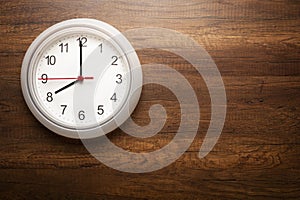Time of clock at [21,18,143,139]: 7:59
